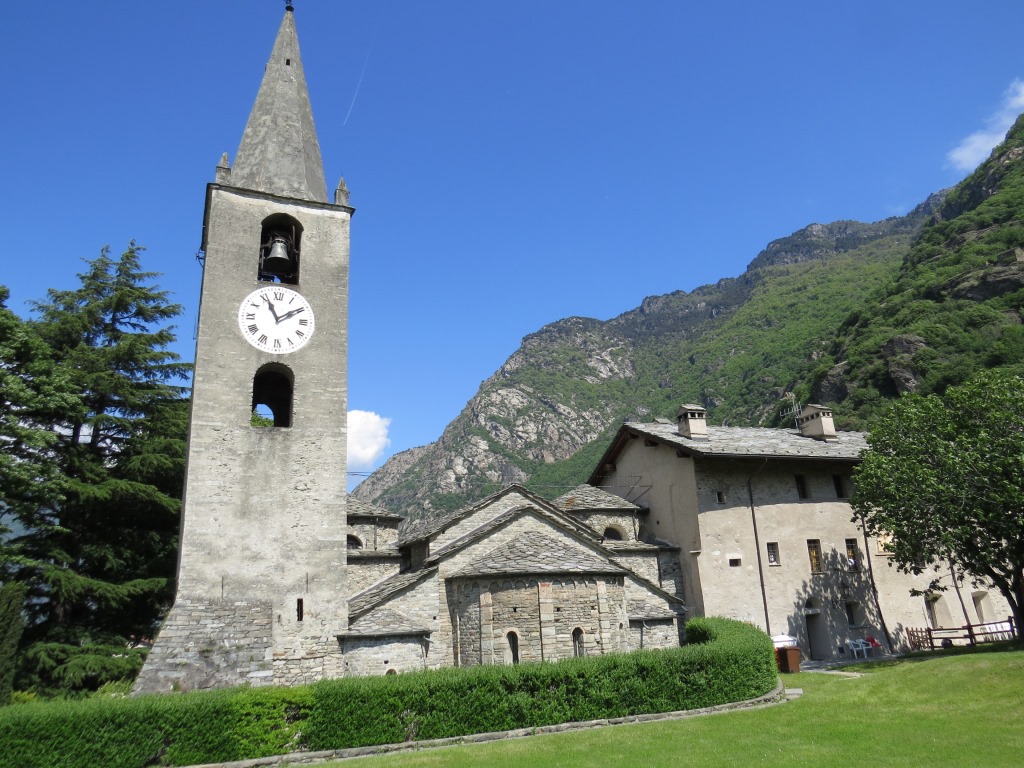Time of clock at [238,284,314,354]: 11:09
